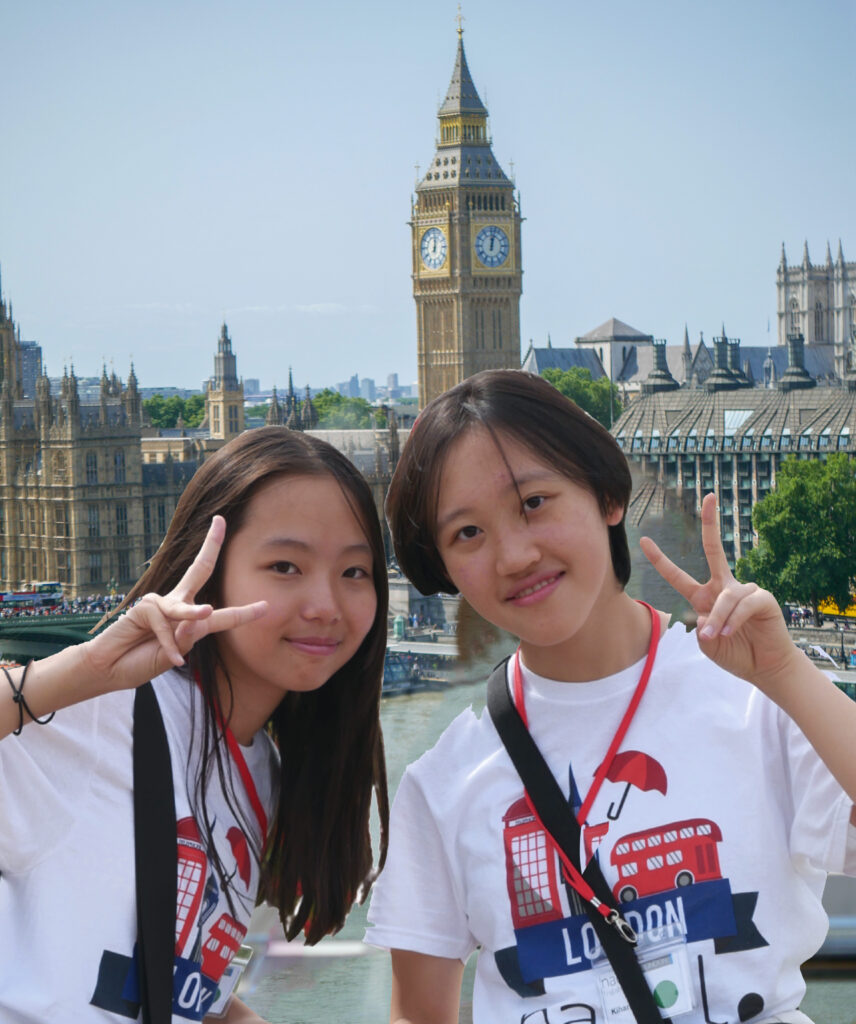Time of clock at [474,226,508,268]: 12:02
